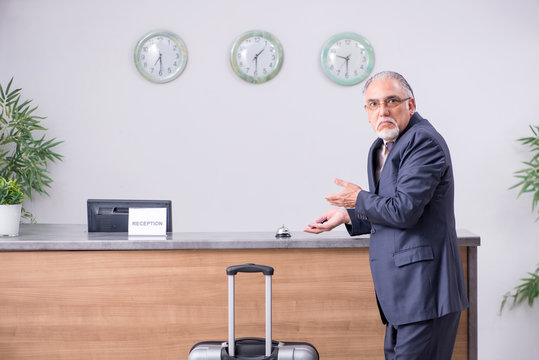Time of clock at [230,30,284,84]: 1:29
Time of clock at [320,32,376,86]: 9:29
